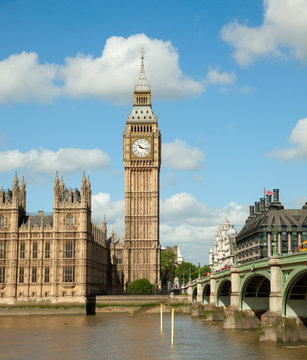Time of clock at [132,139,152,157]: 10:17
